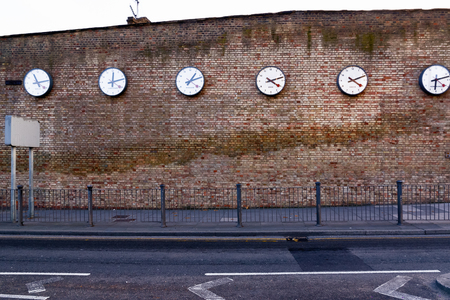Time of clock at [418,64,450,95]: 6:12
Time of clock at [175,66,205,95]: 1:12
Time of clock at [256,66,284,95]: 4:12
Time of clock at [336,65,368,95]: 4:11
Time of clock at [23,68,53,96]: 11:13
